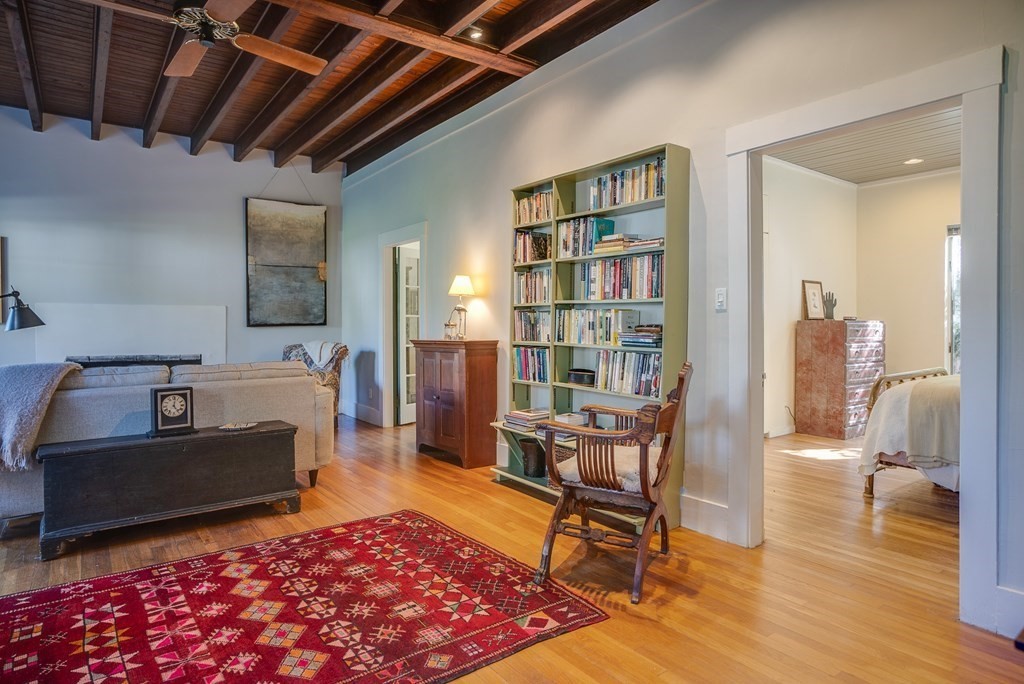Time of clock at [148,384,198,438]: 12:23
